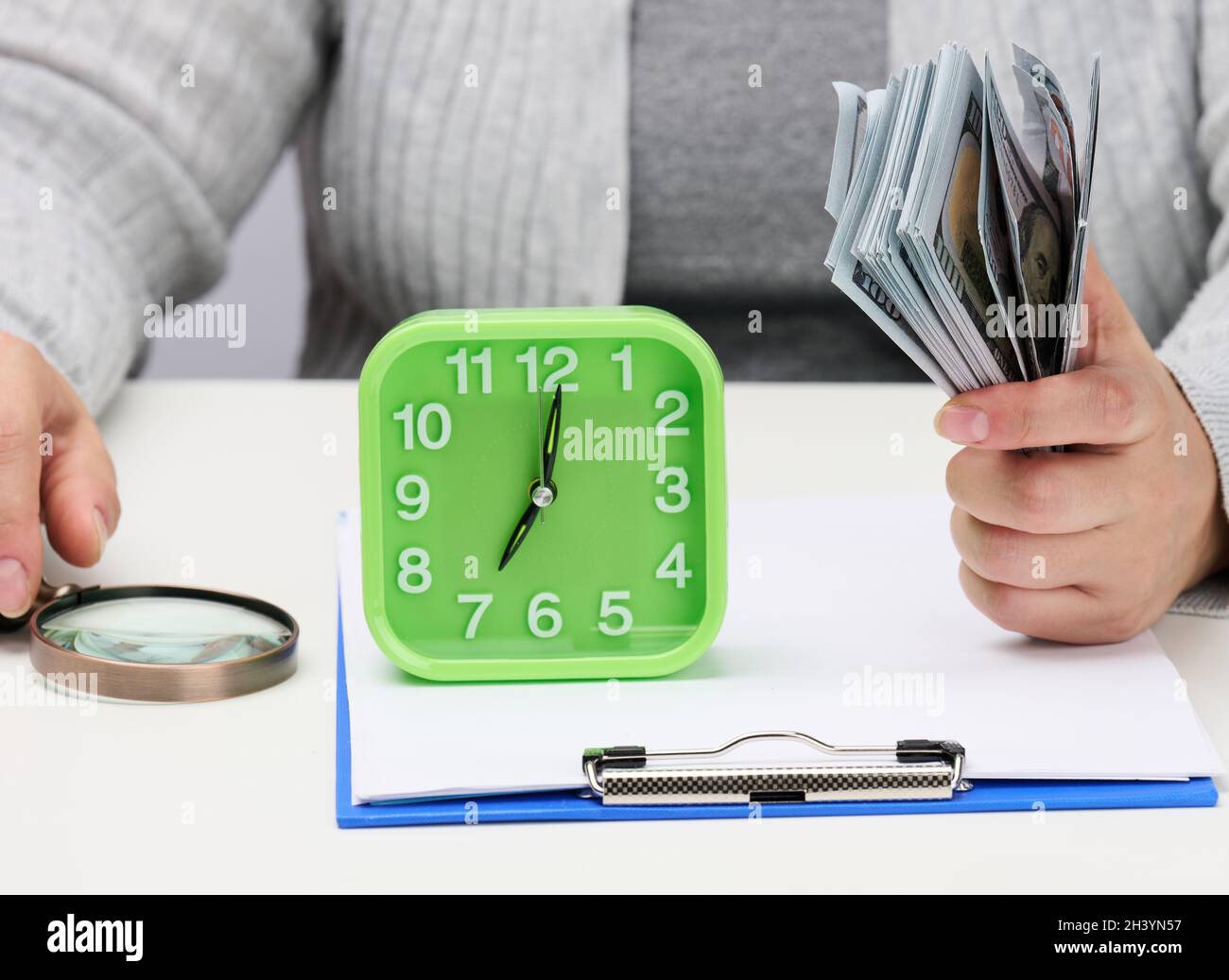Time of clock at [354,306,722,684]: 7:01
